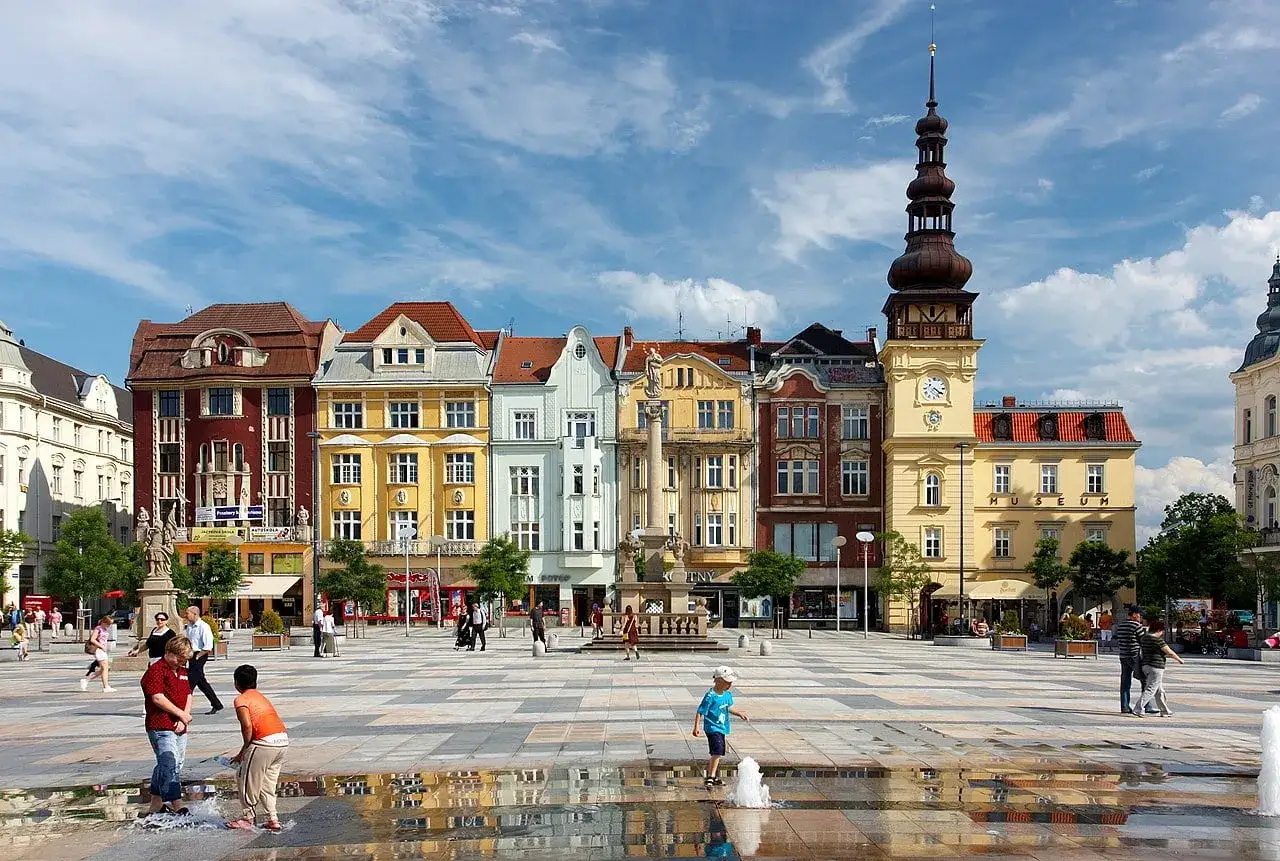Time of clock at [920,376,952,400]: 4:20
